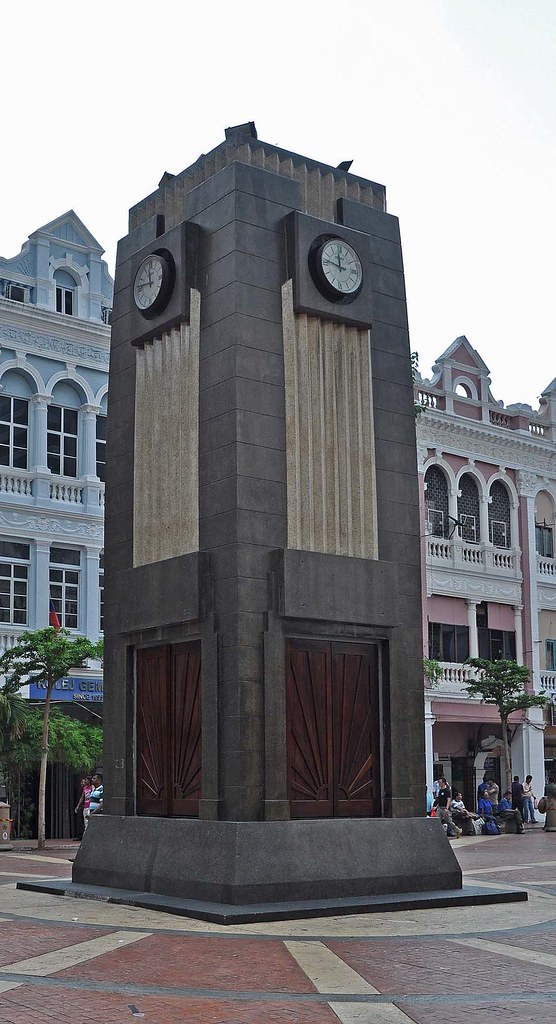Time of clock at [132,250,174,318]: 11:46
